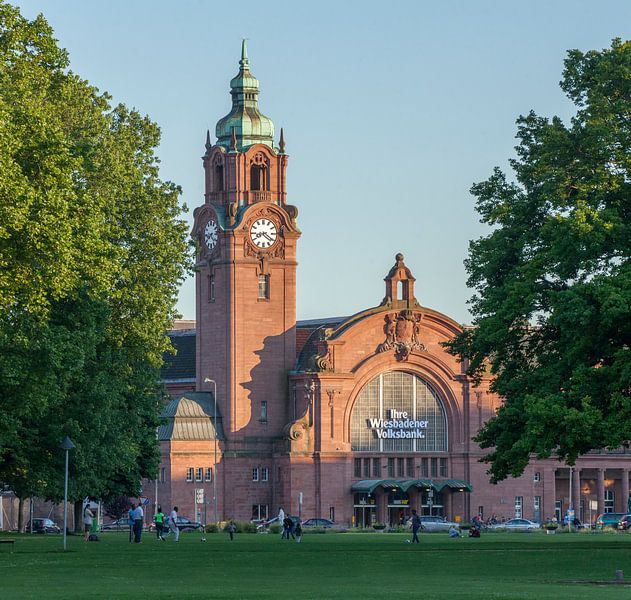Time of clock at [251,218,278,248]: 8:21
